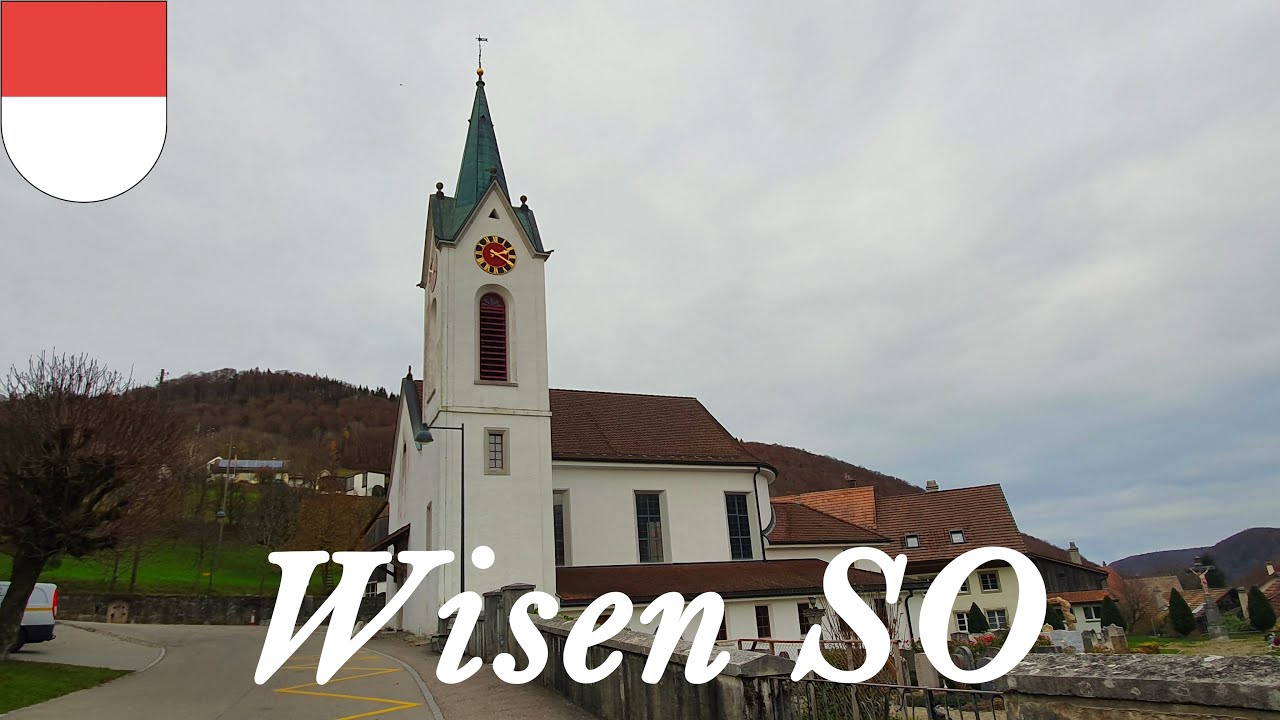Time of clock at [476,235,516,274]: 2:19
